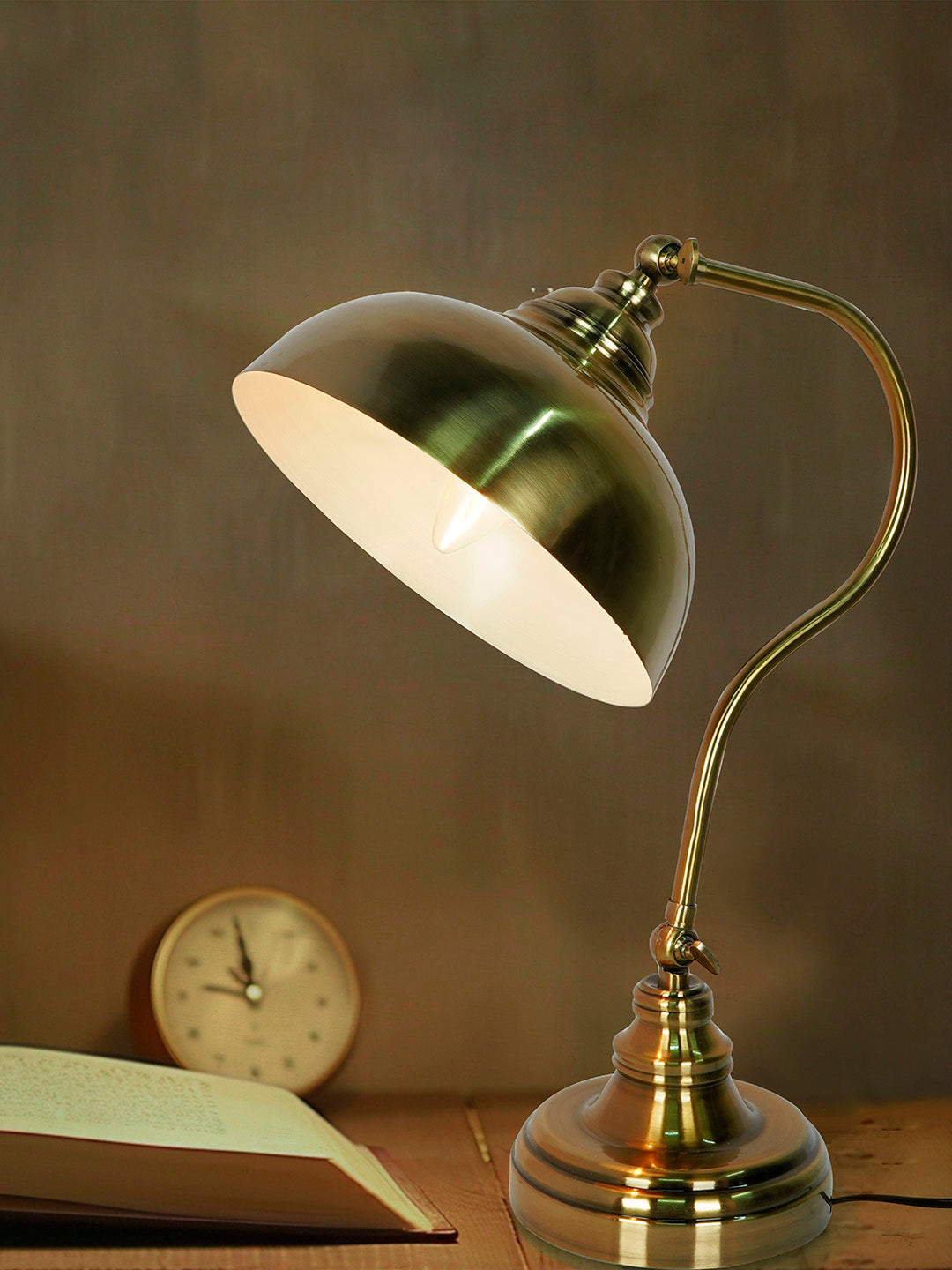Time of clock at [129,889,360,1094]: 11:46
